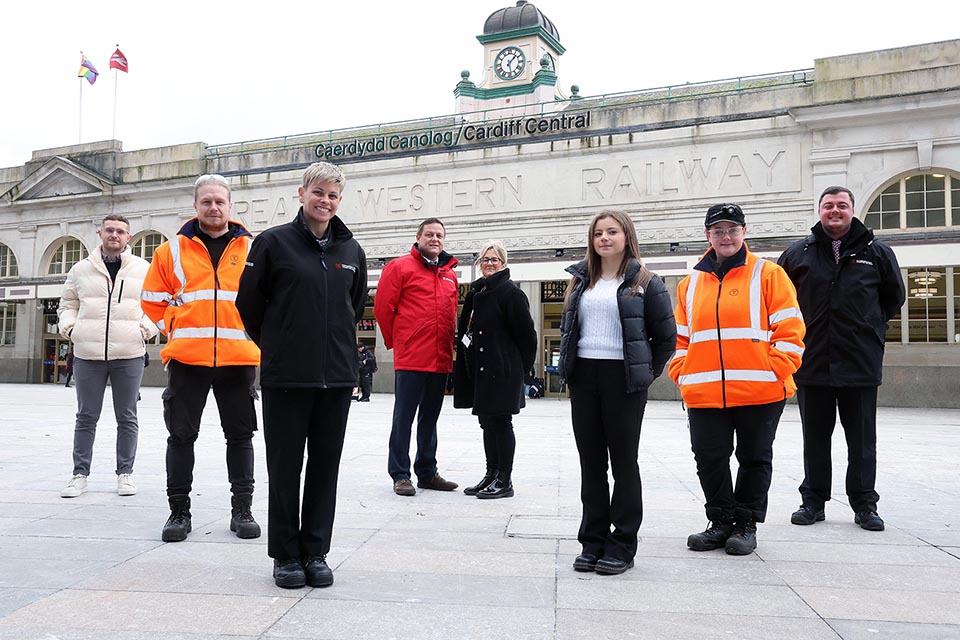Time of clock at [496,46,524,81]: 1:28
